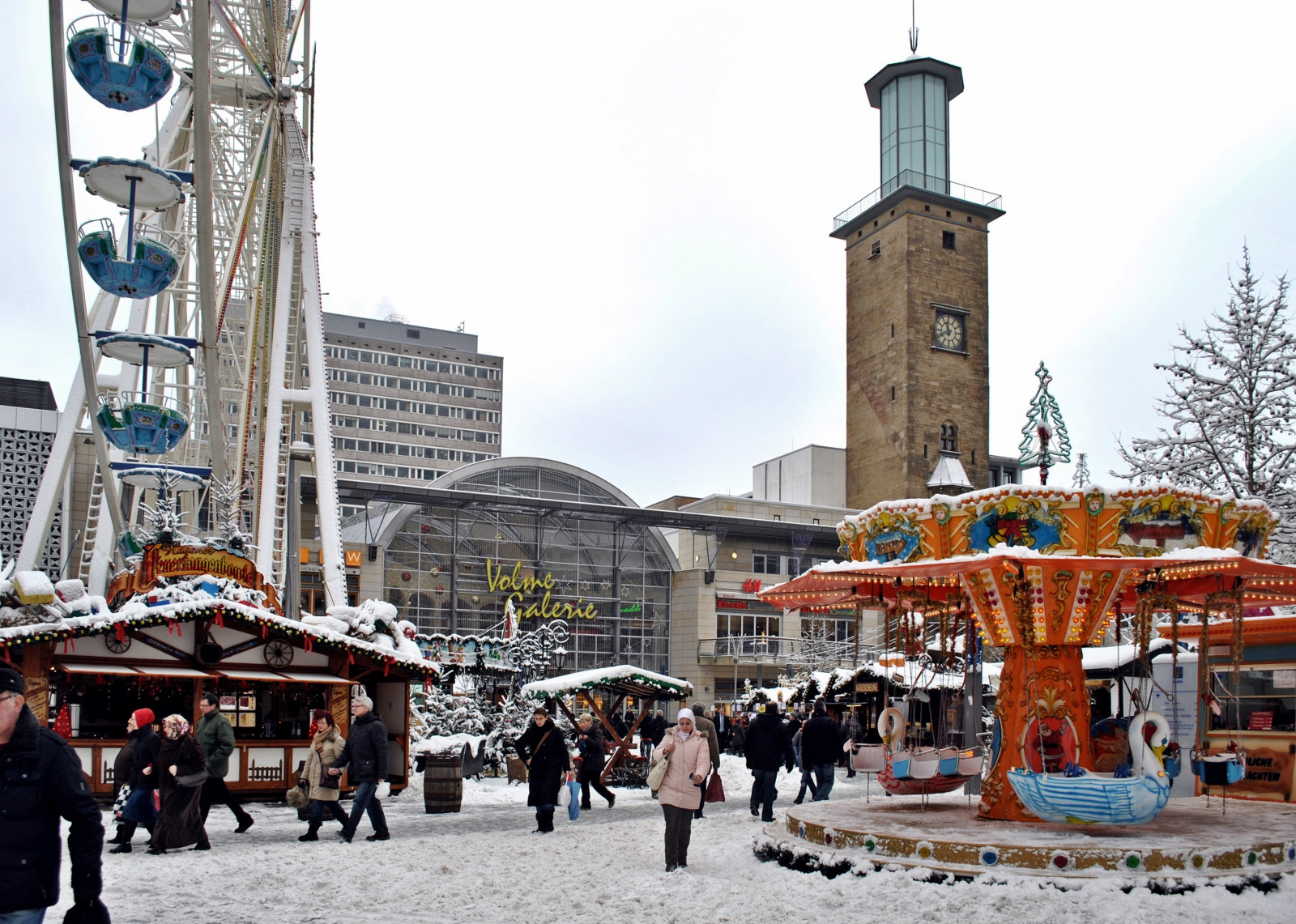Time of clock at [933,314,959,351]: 11:41
